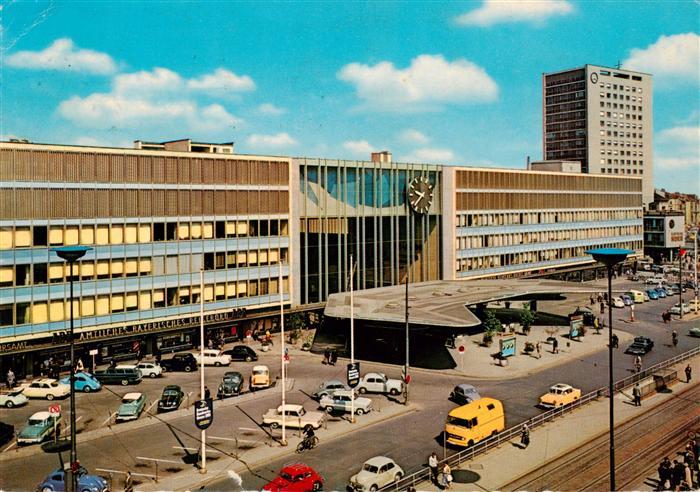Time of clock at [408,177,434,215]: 9:38
